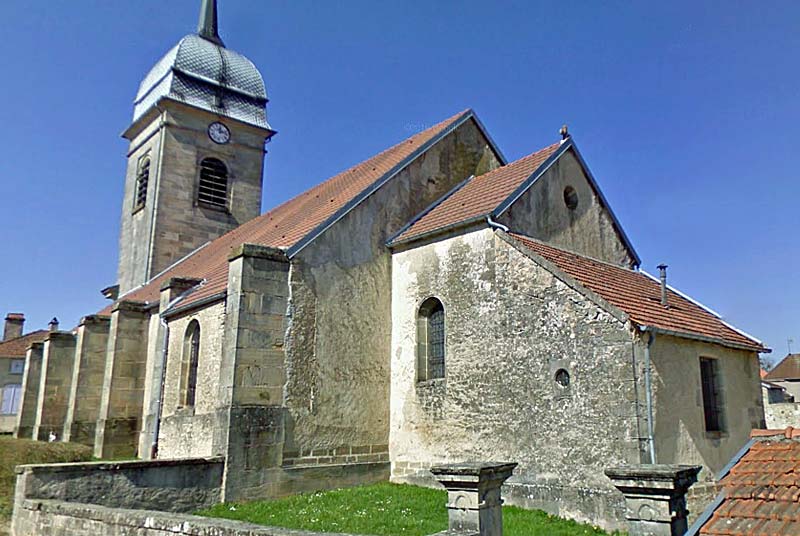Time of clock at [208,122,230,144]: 12:13
